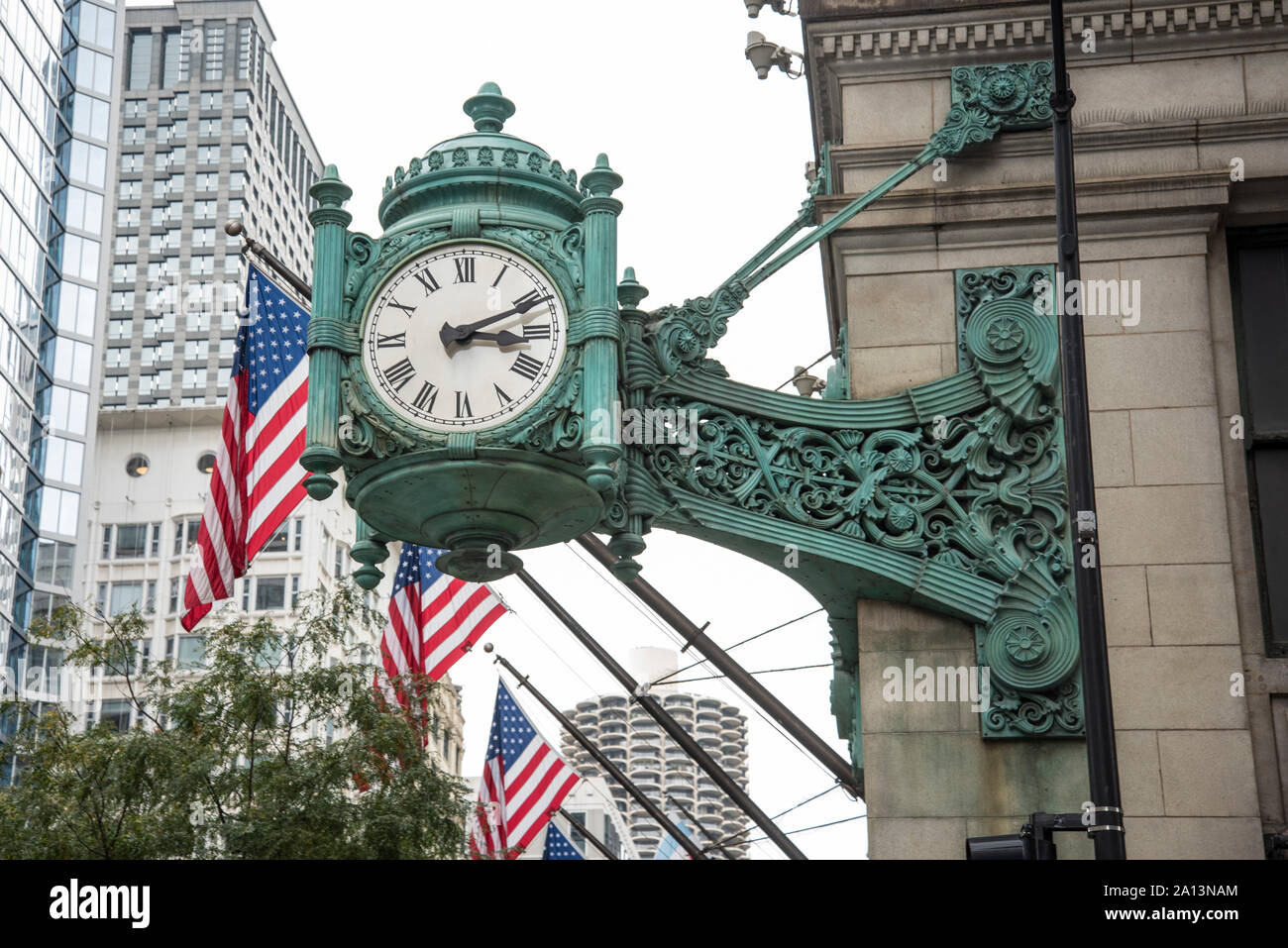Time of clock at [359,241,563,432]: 3:11
